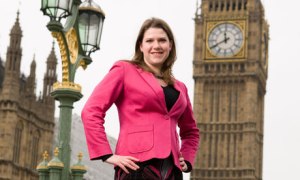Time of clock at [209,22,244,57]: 11:40
